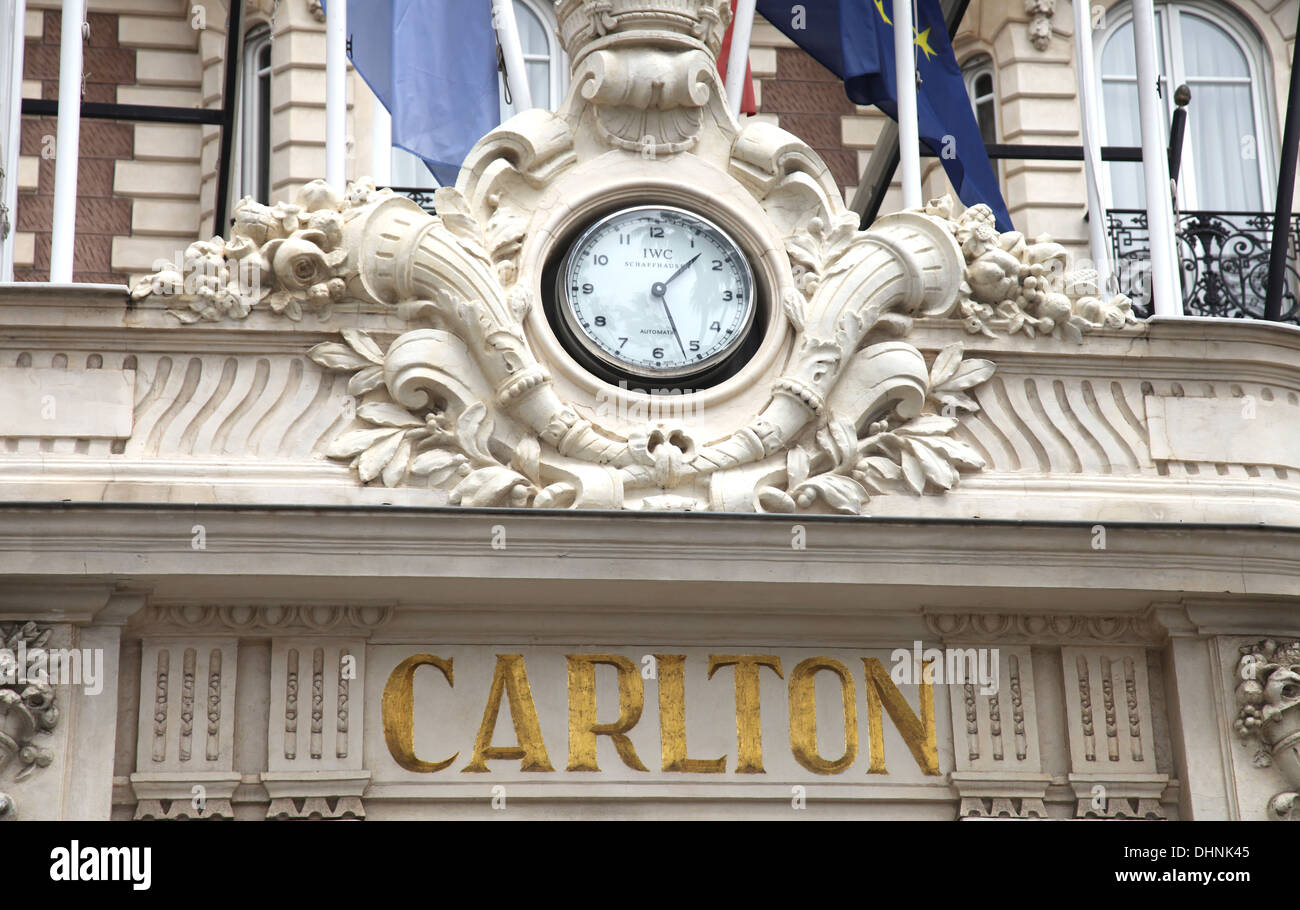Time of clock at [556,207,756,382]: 1:26
